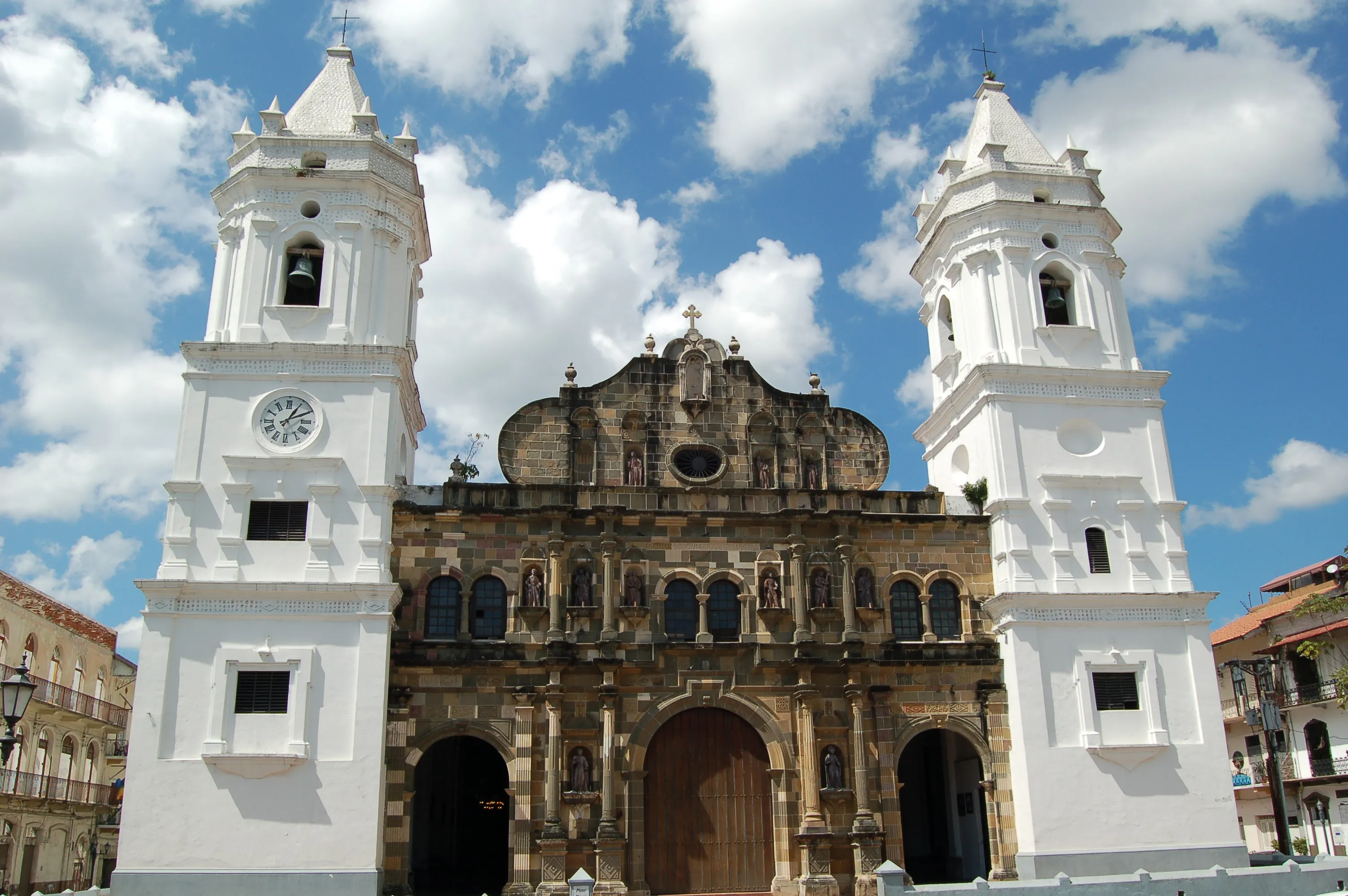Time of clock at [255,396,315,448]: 1:10
